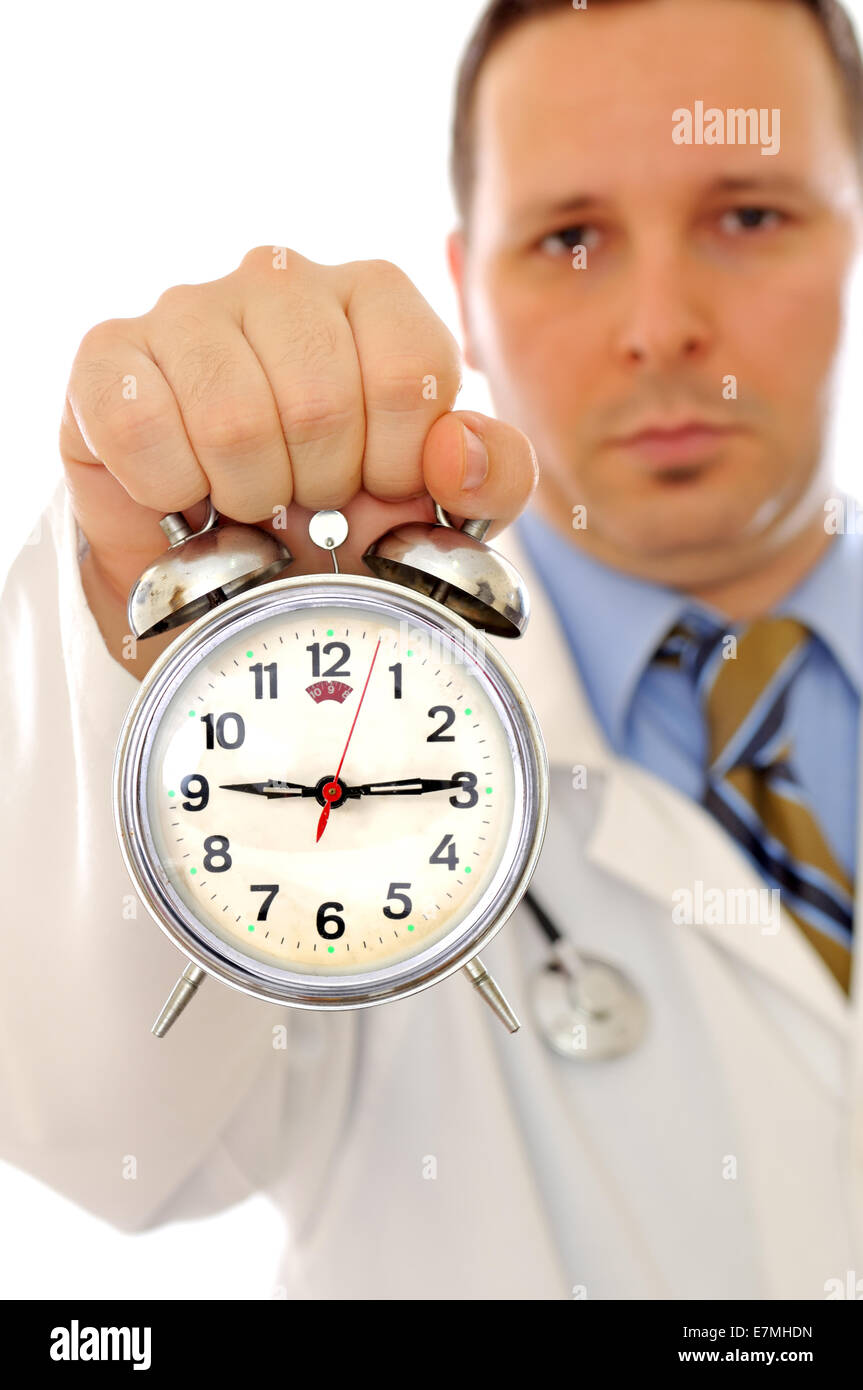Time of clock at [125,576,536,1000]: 9:14
